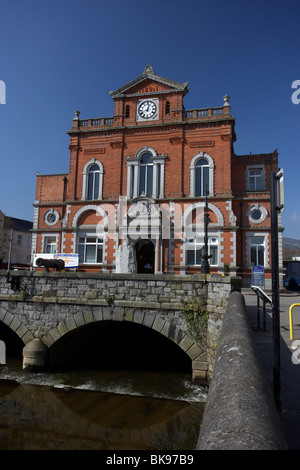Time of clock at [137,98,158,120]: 12:41
